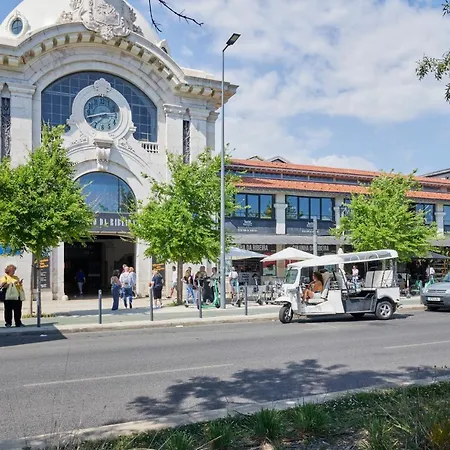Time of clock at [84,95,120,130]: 2:42
